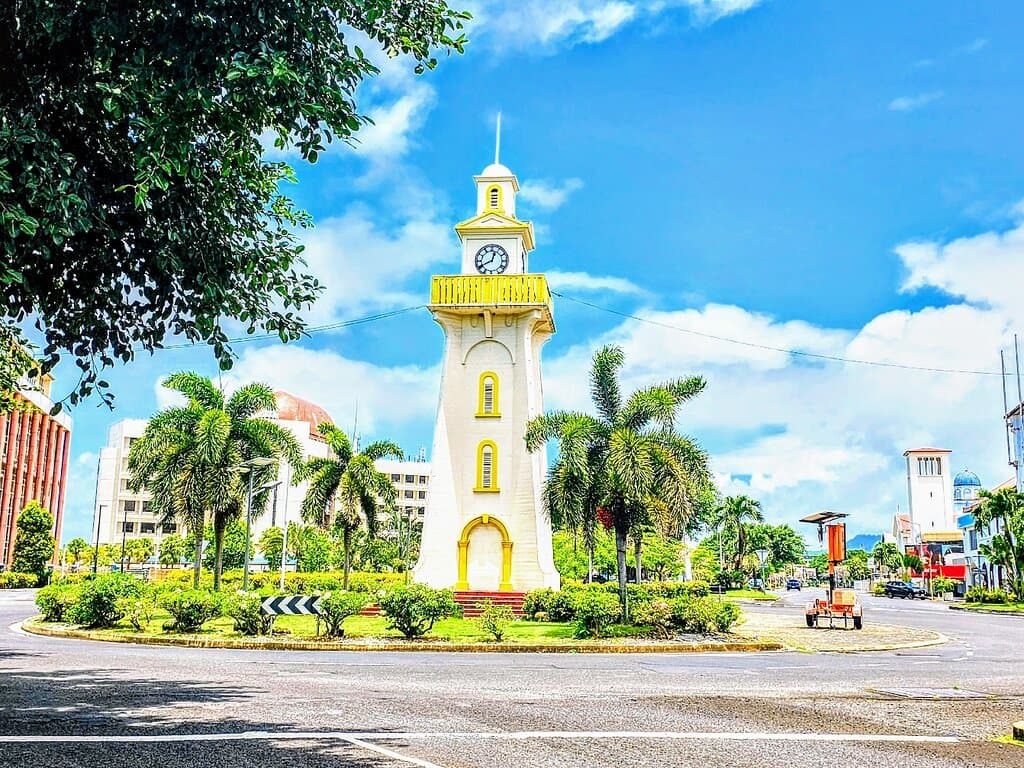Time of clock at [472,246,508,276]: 12:40
